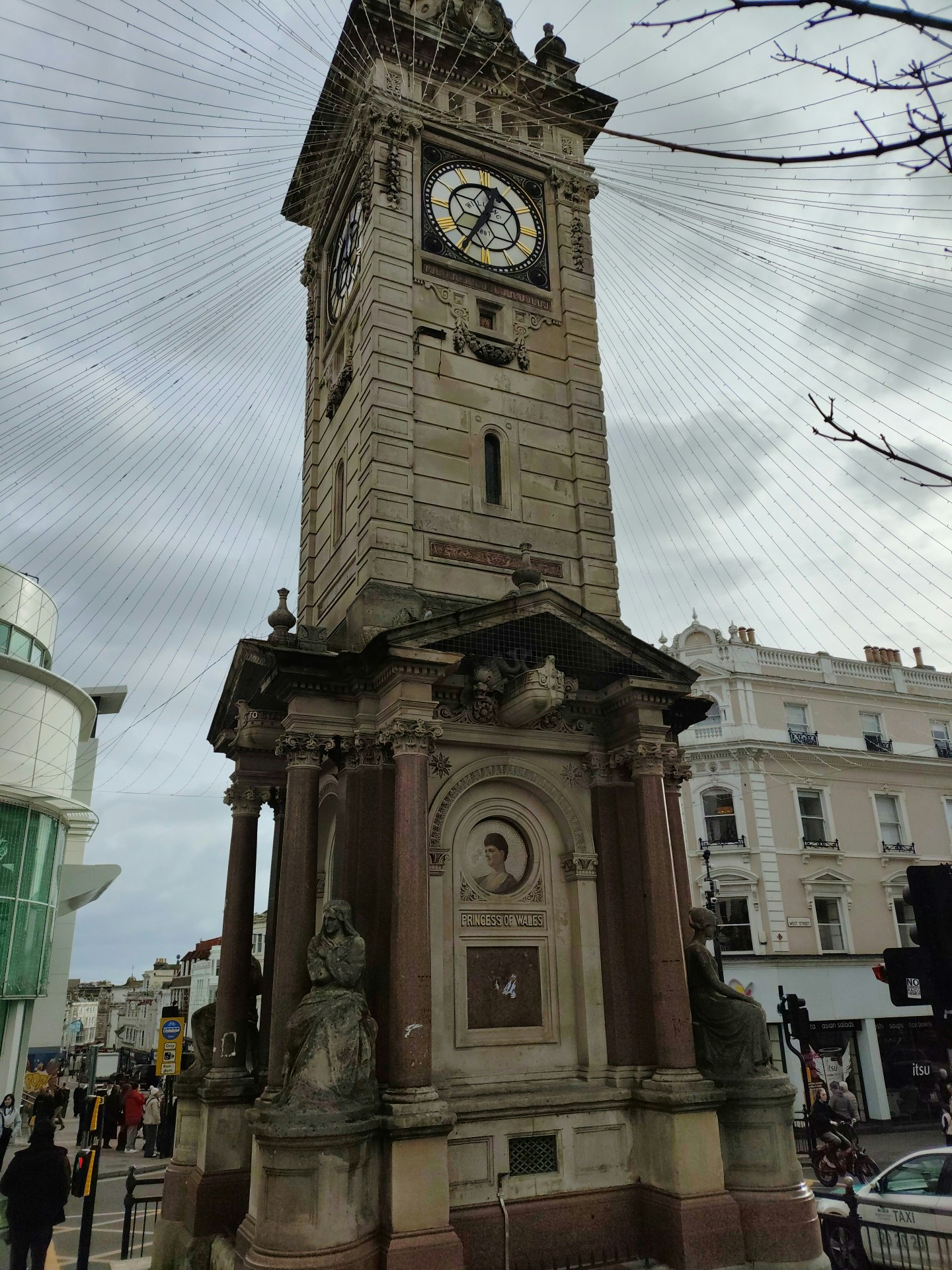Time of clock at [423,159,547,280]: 12:34
